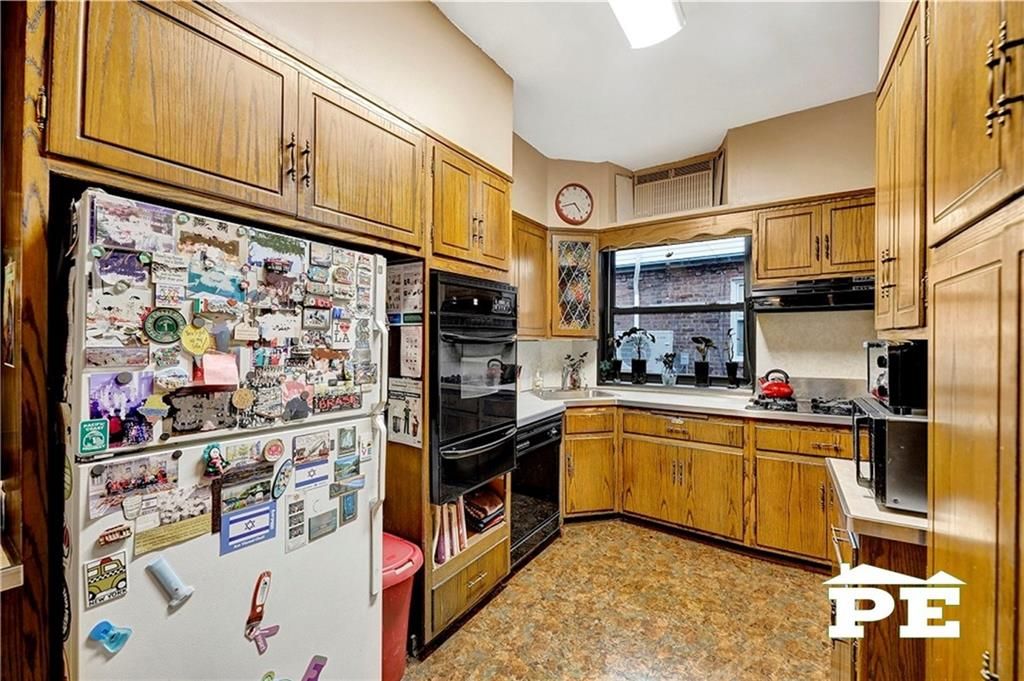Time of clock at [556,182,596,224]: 4:42
